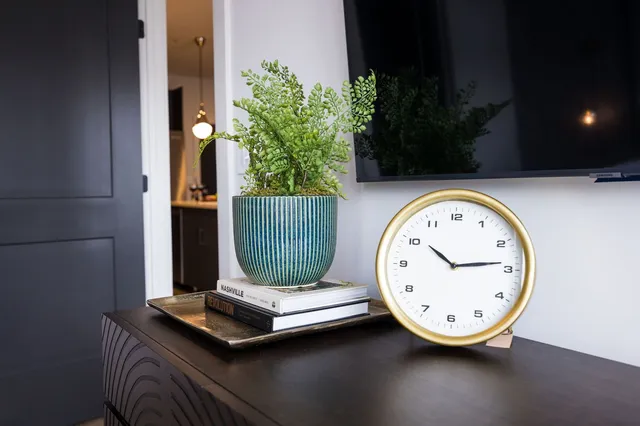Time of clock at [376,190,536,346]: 10:13
